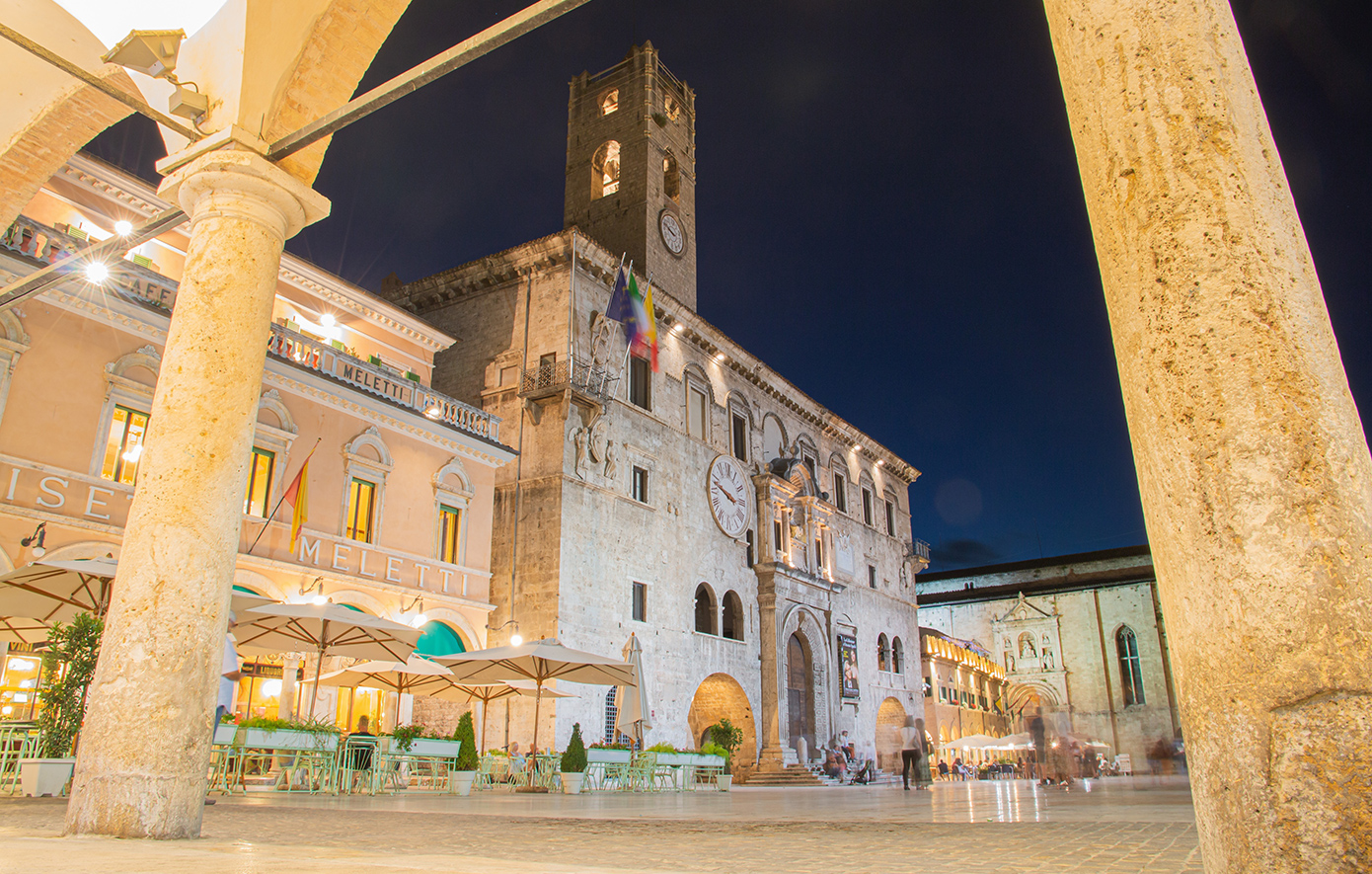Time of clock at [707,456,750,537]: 3:48
